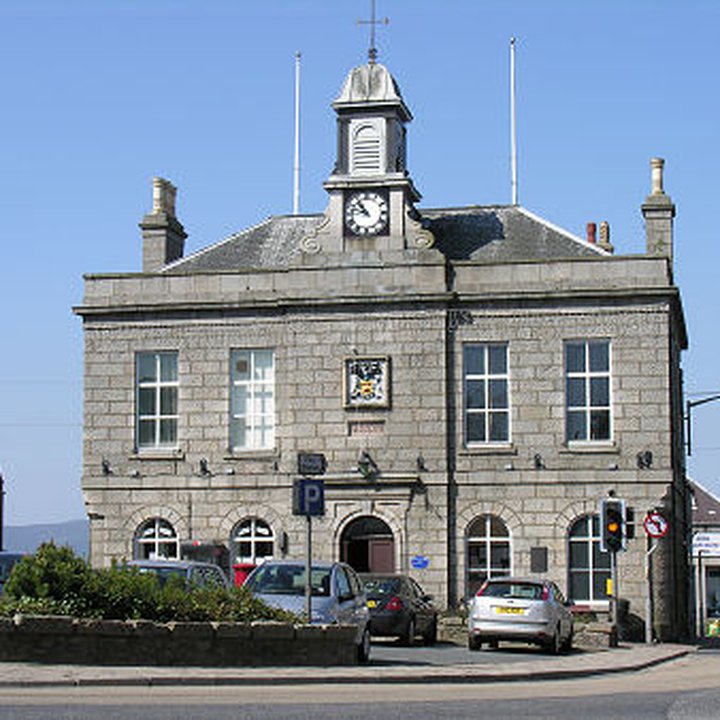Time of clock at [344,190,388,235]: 10:47
